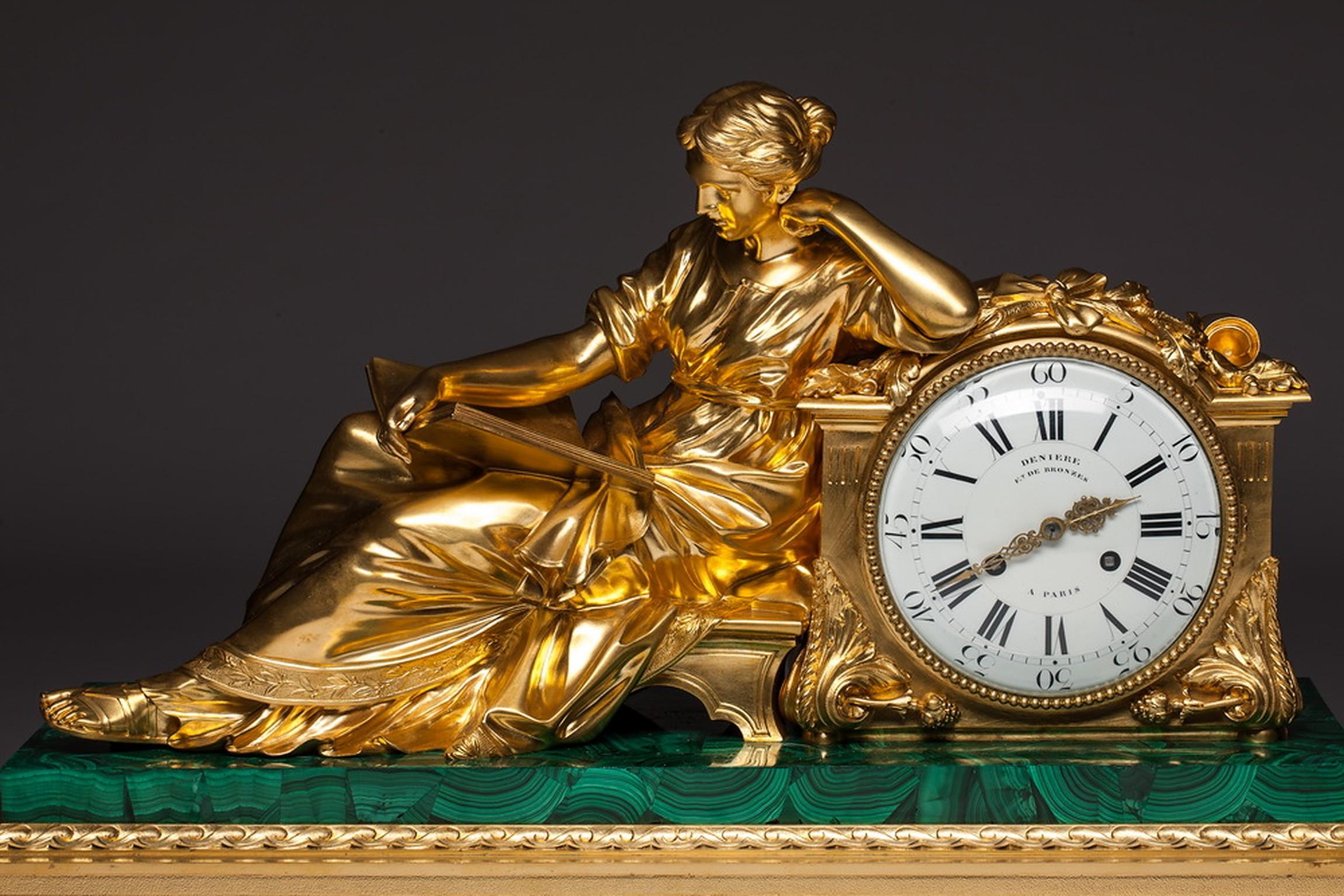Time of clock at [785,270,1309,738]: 2:40
